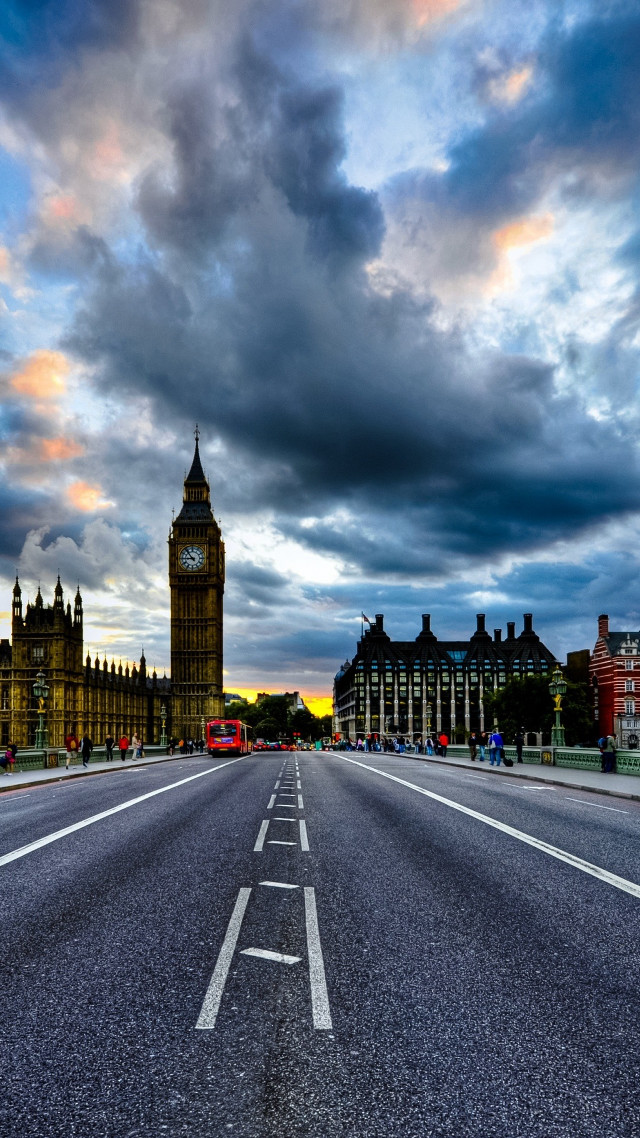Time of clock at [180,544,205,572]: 8:53
